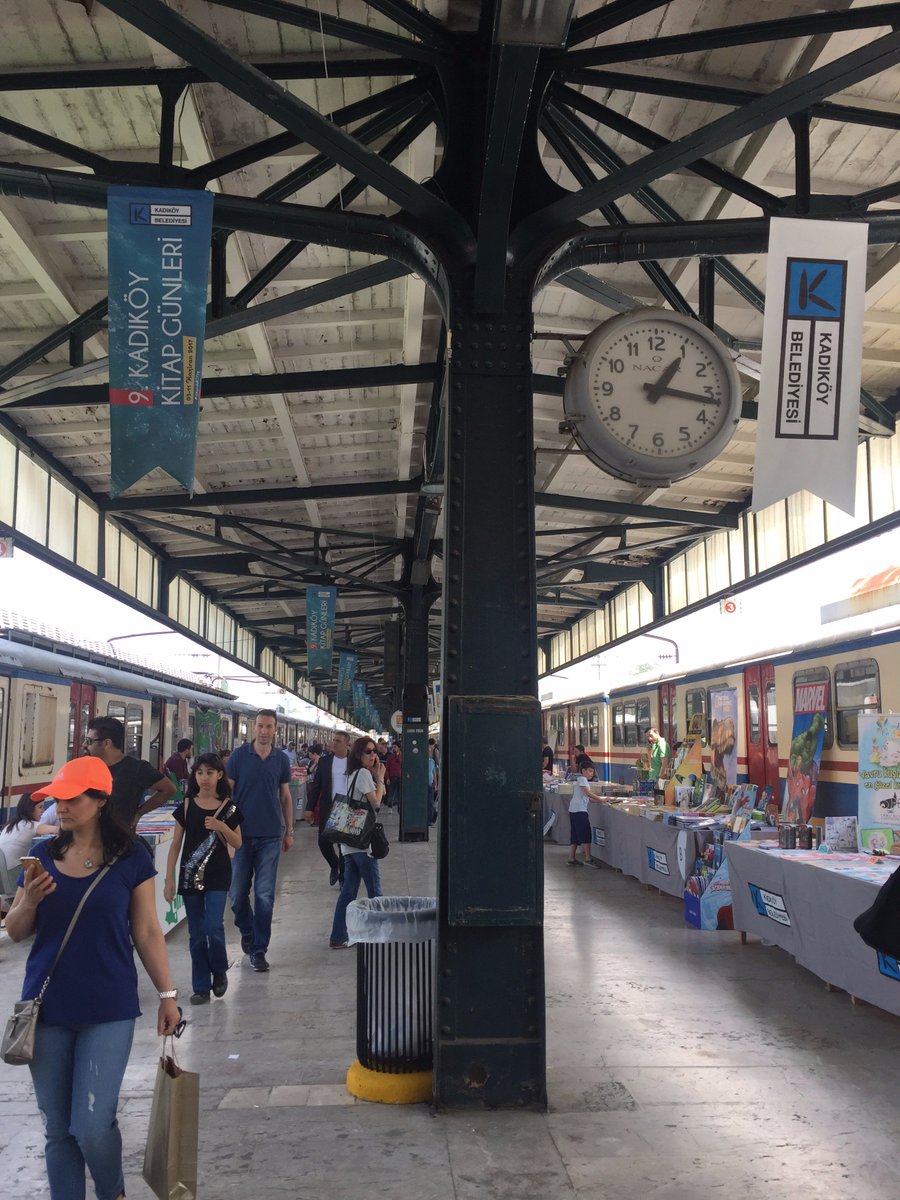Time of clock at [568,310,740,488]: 1:16
